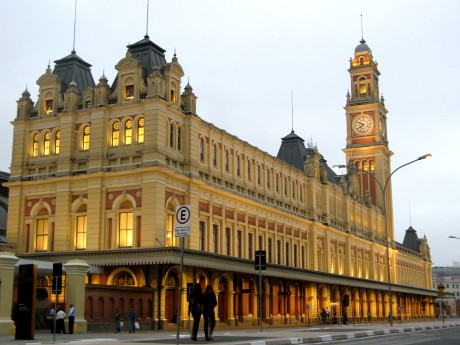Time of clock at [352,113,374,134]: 7:48
